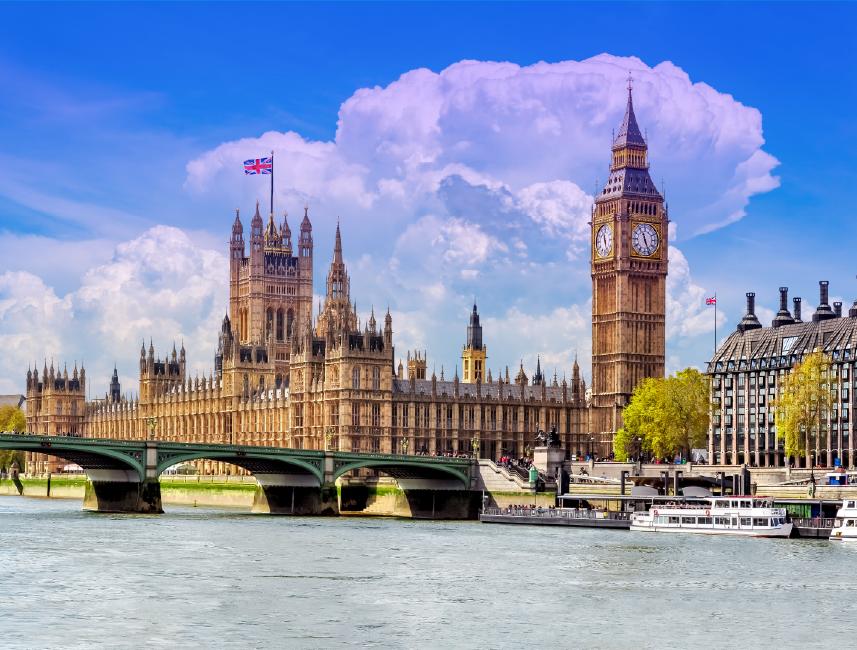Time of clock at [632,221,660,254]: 11:26
